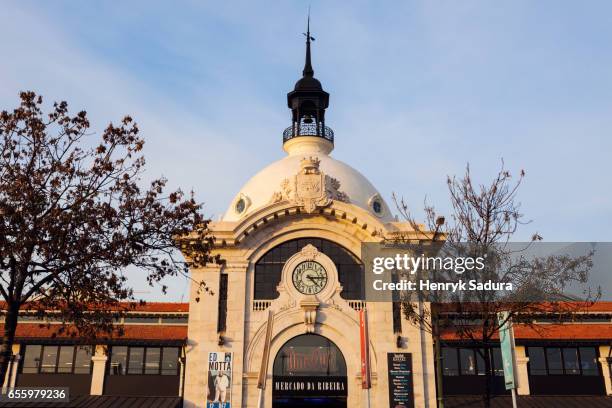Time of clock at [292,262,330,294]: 4:14
